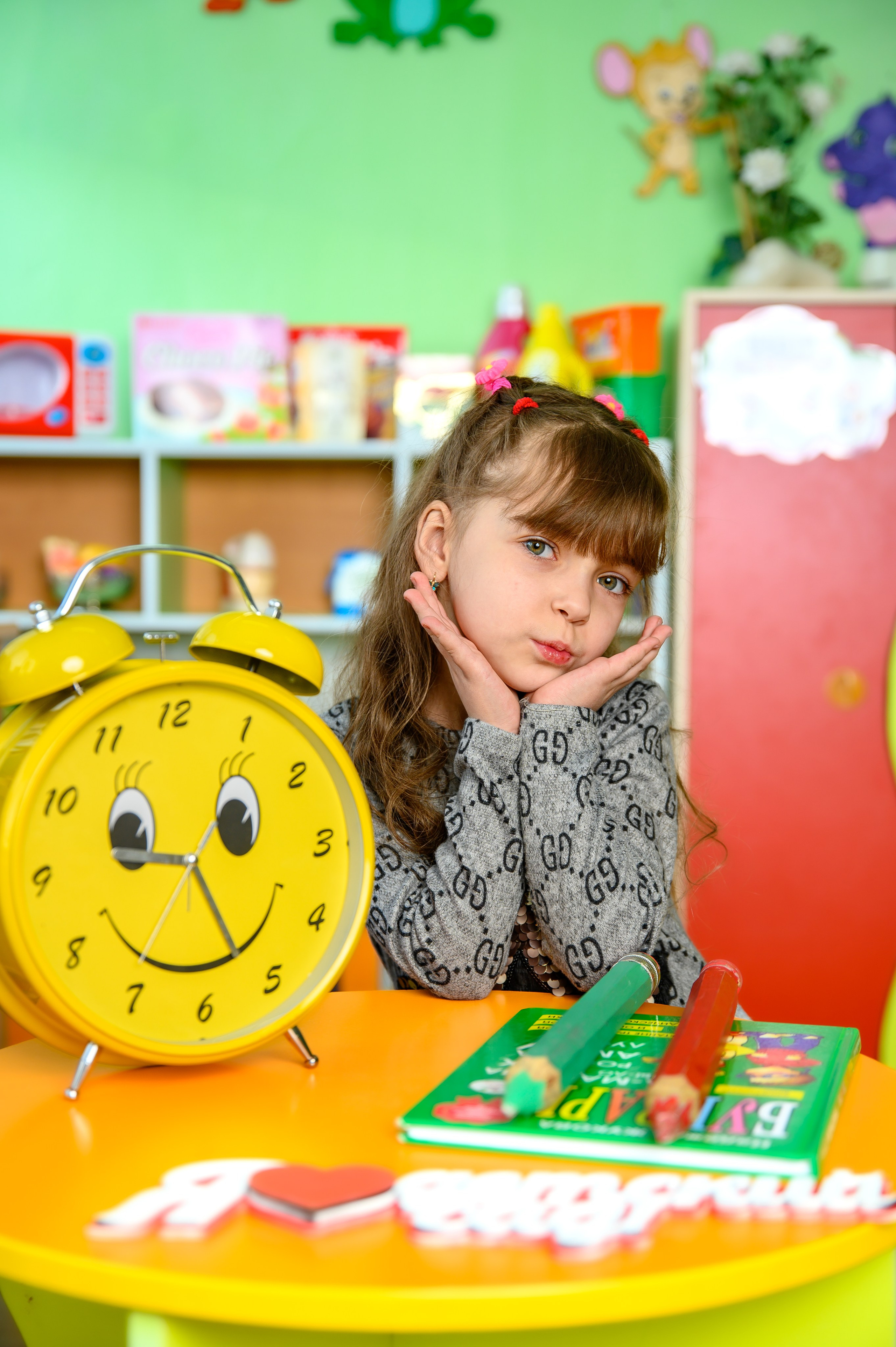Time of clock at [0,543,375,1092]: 9:25
